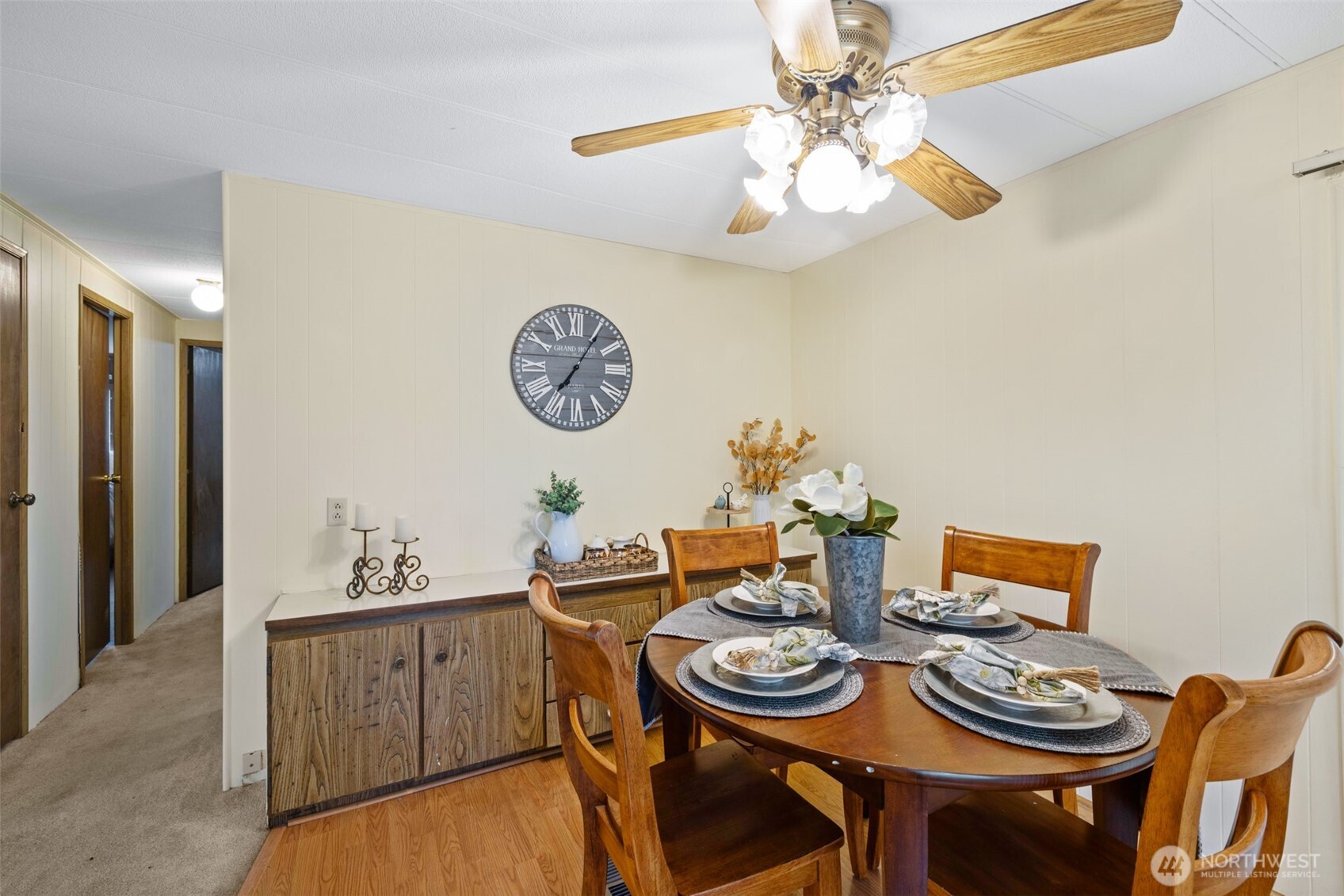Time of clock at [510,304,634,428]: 7:05
